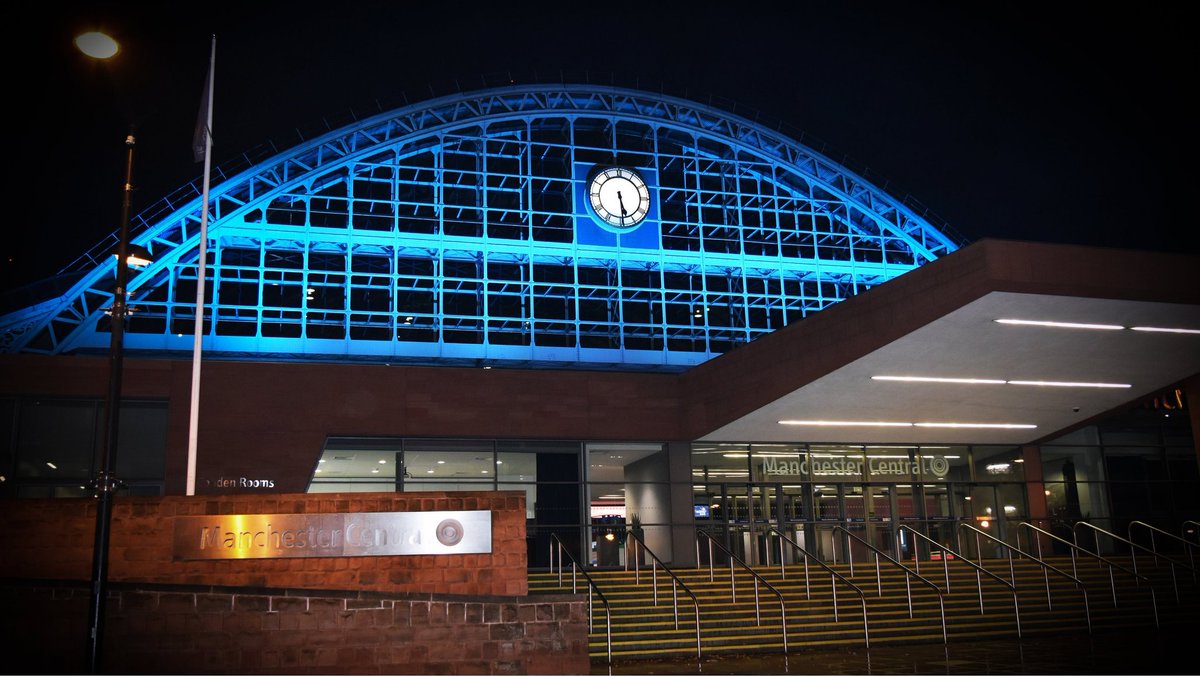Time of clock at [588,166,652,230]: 5:29
